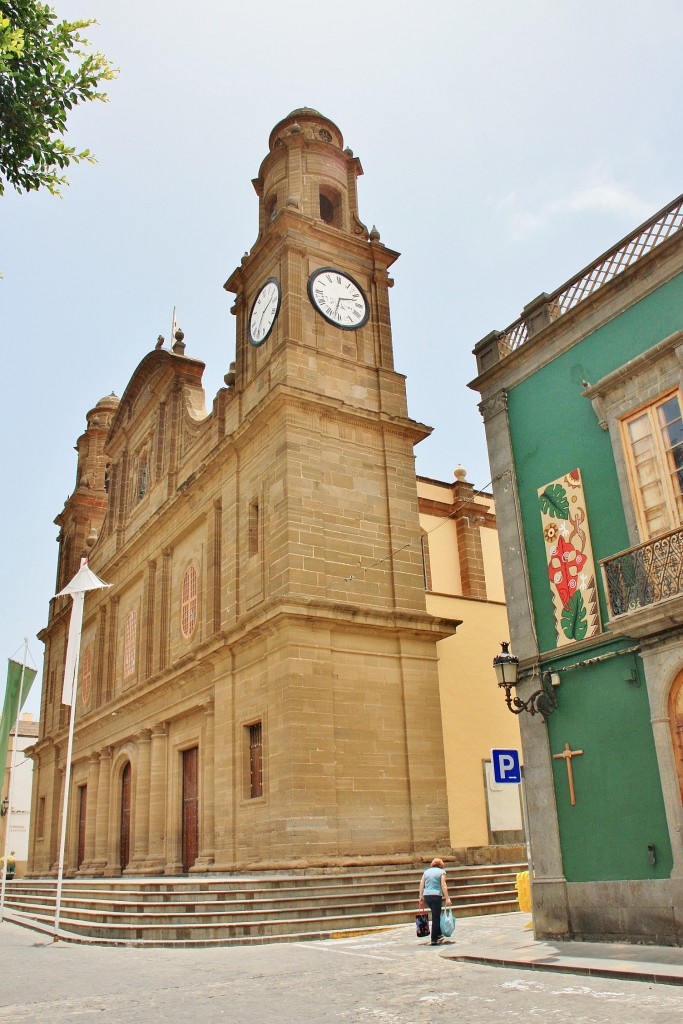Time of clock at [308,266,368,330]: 2:32
